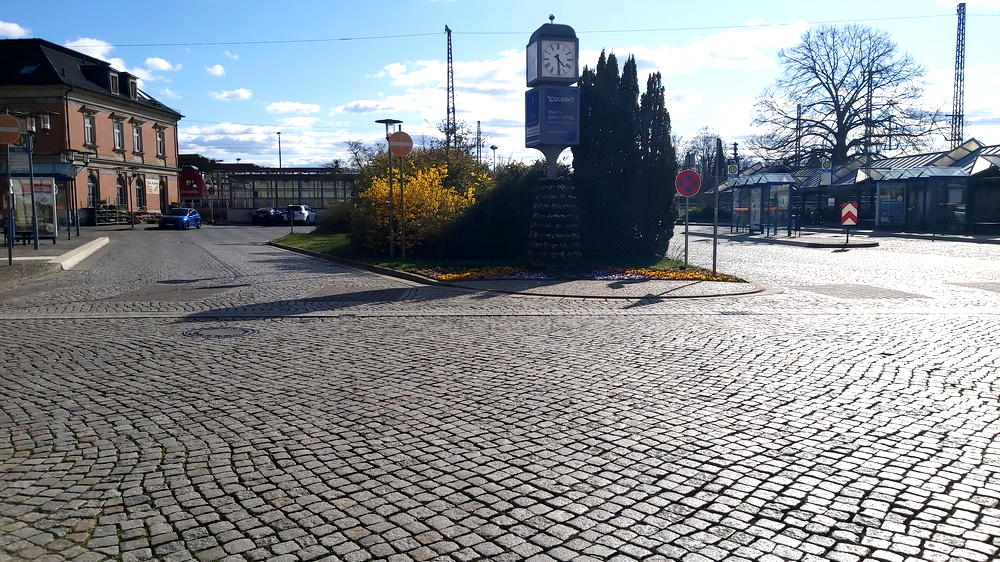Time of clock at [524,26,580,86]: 4:29
